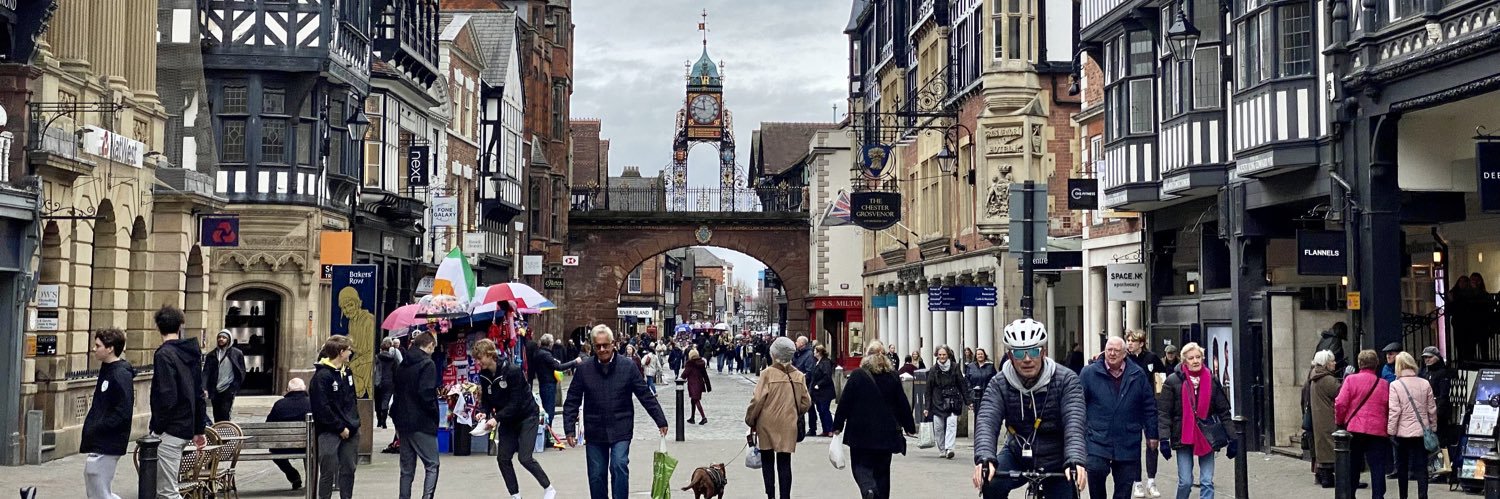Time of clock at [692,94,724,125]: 11:46
